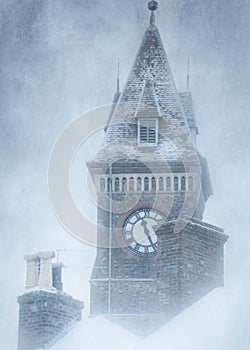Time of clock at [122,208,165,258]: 11:25
